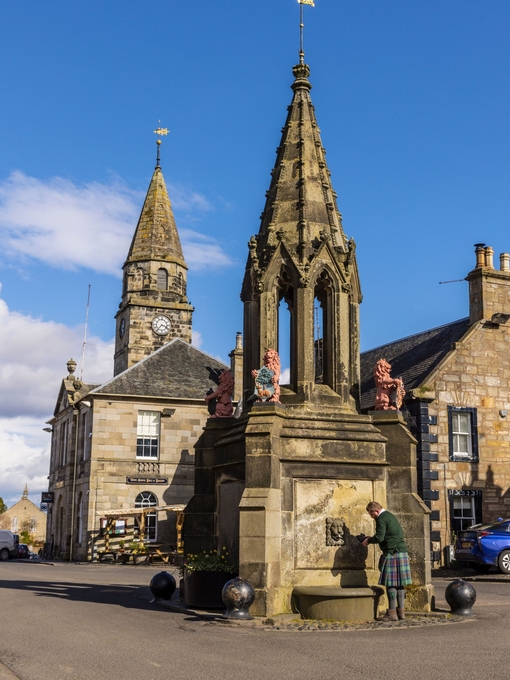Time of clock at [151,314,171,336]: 3:36
